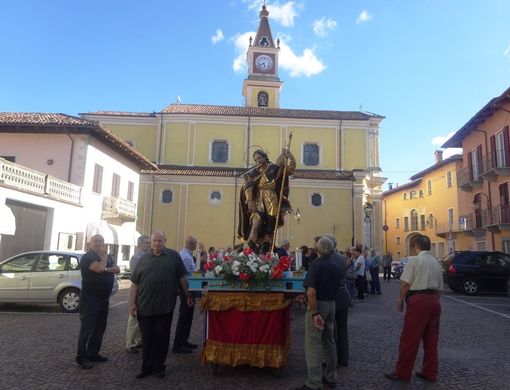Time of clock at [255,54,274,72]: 5:40
